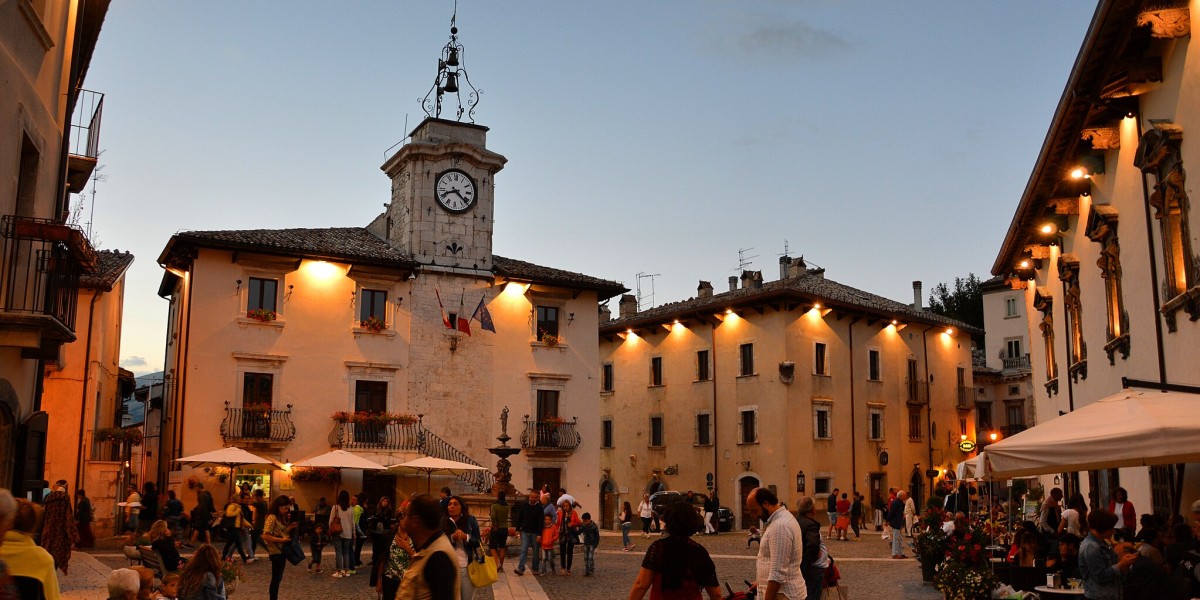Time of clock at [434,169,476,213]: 8:21
